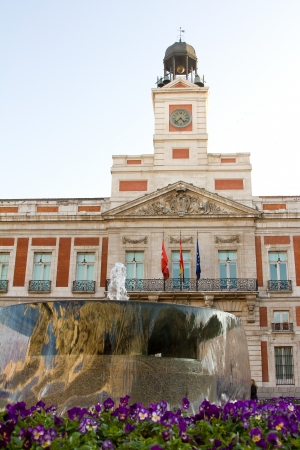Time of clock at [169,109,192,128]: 4:37
